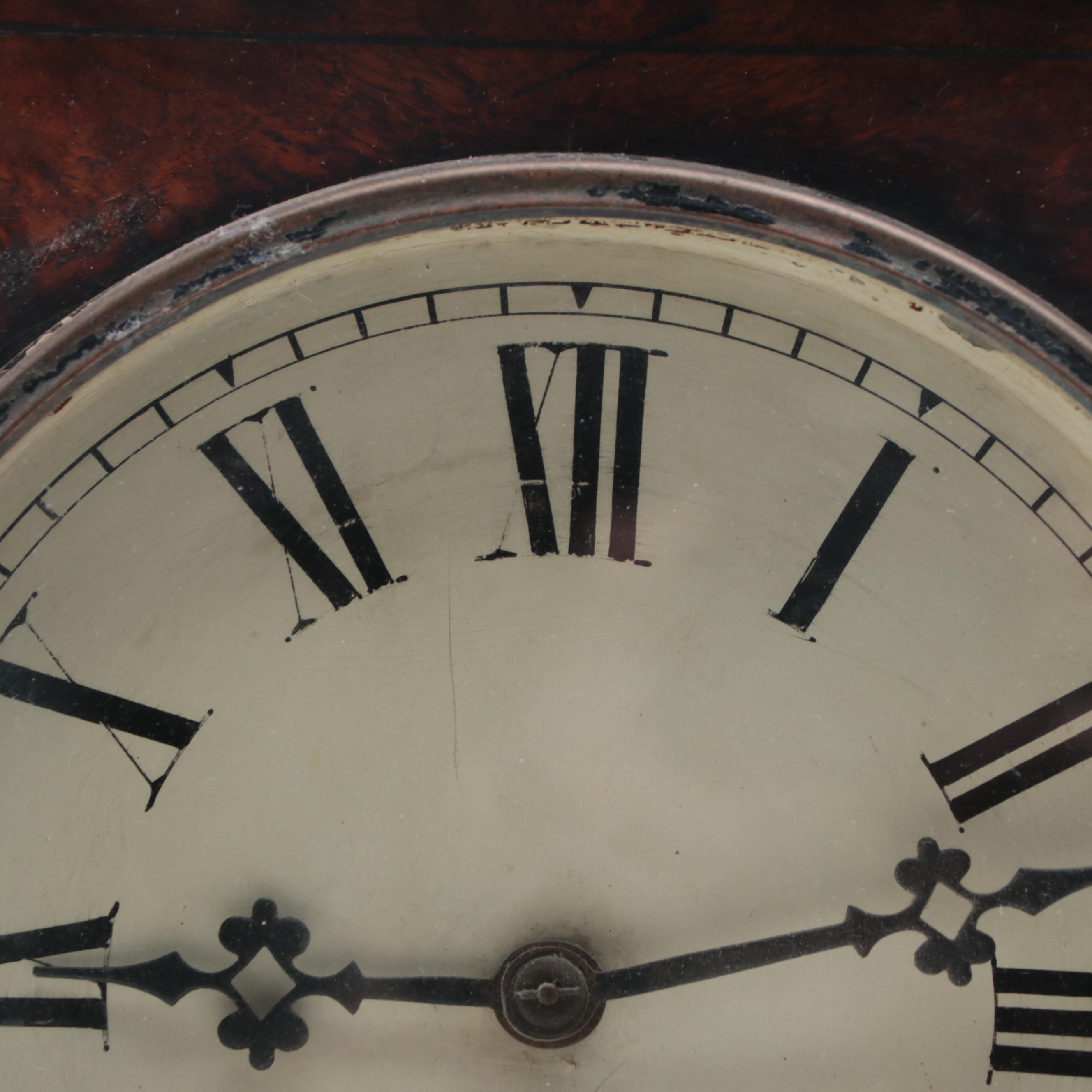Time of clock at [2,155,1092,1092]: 9:12
